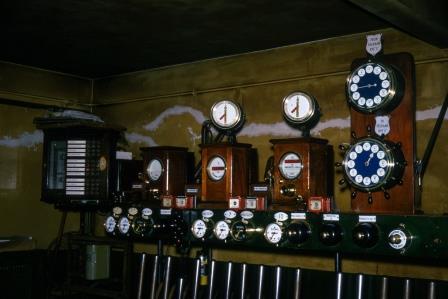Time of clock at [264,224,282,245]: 8:36
